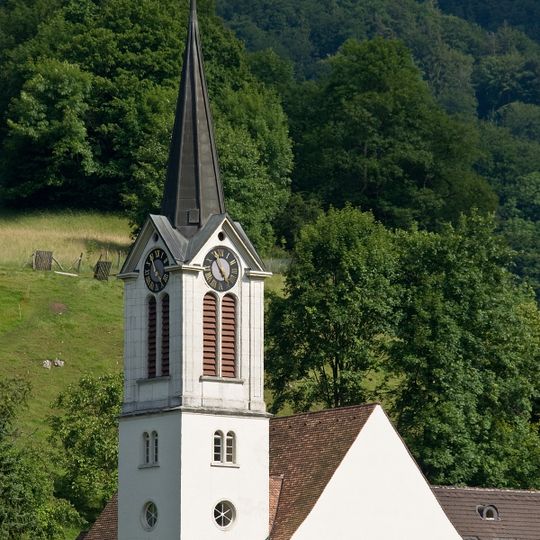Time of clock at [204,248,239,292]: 4:54
